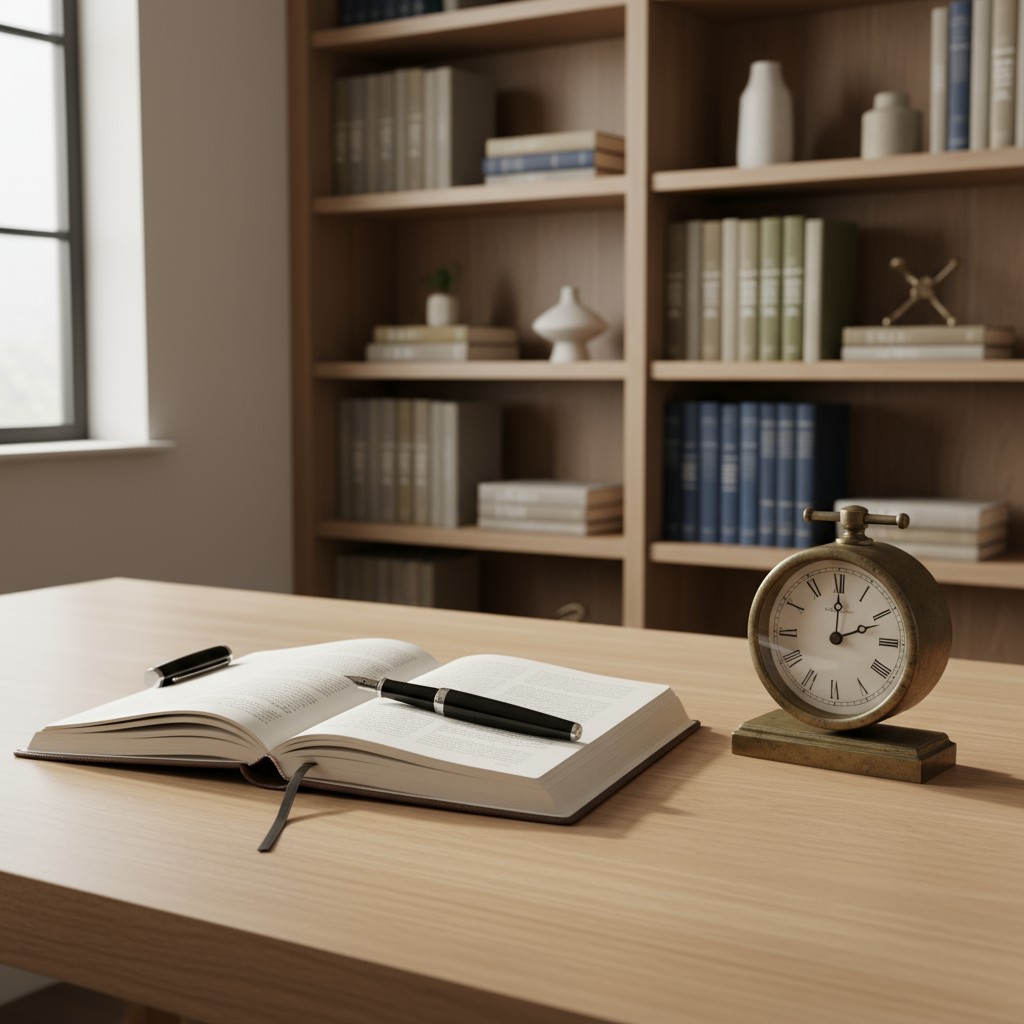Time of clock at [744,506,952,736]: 2:00
